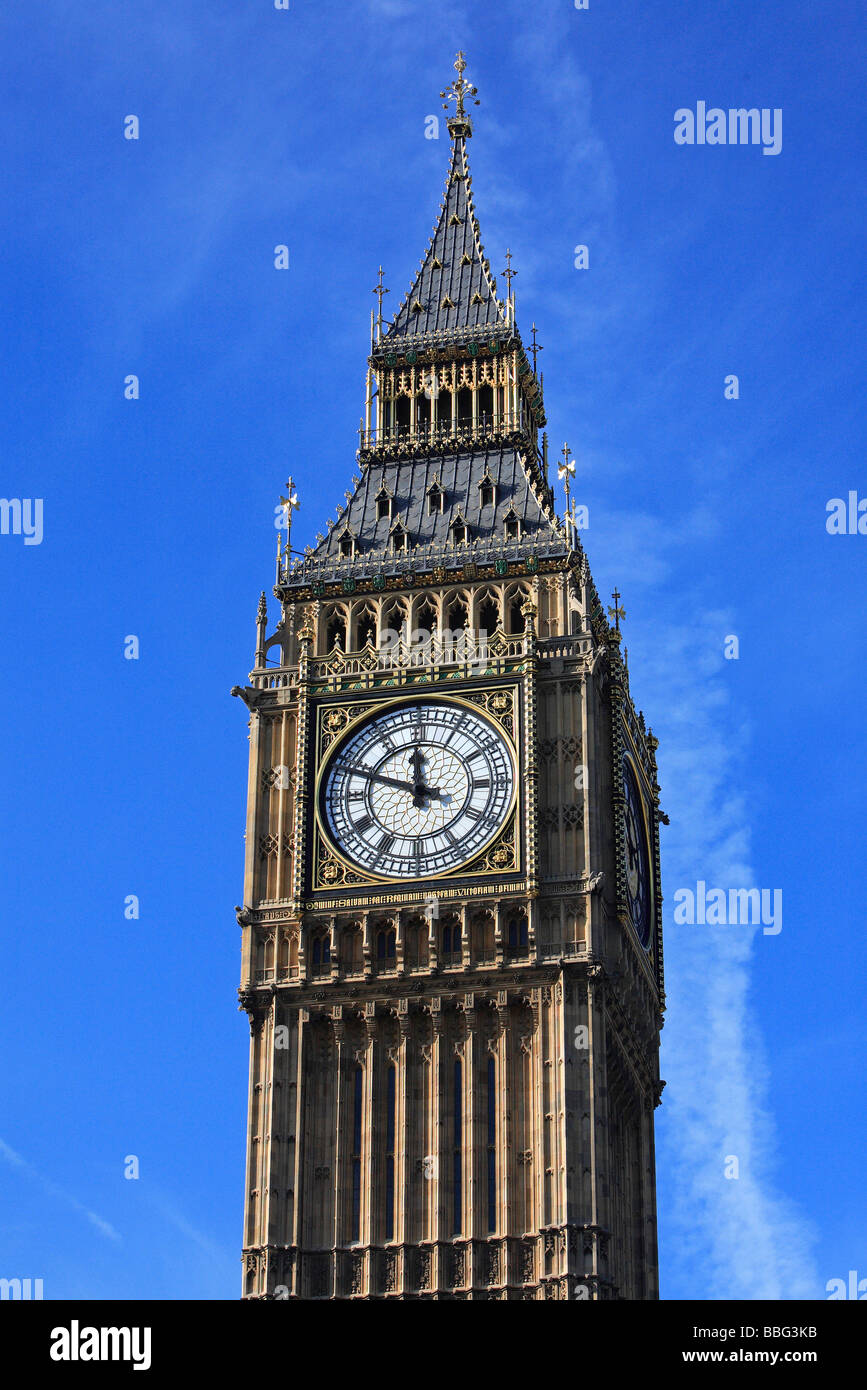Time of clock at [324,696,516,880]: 11:48
